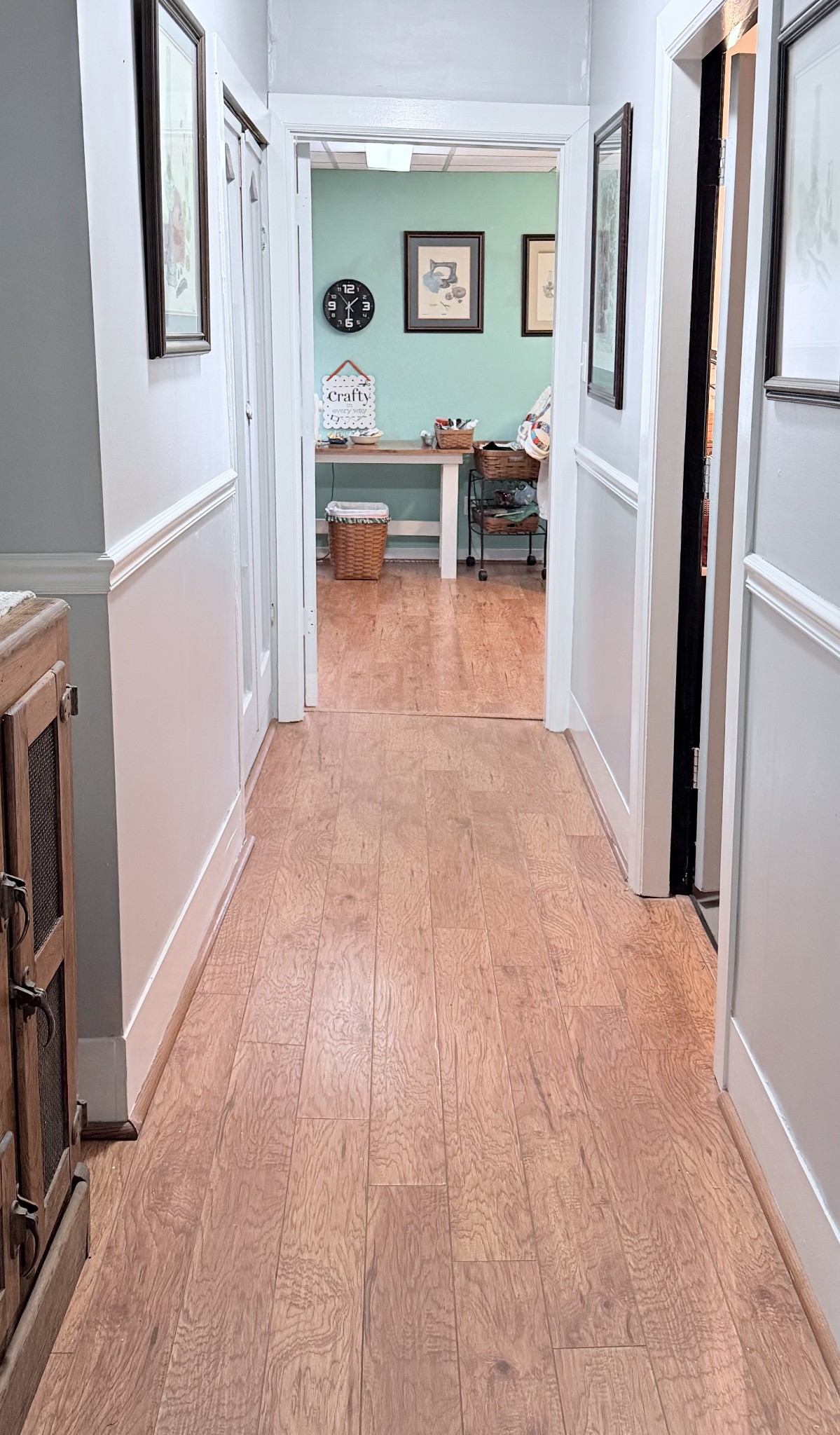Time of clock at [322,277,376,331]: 1:30
